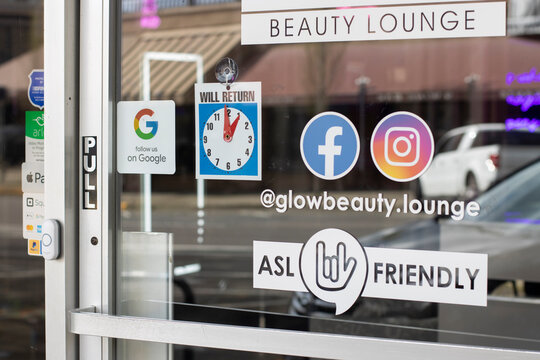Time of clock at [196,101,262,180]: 12:59
